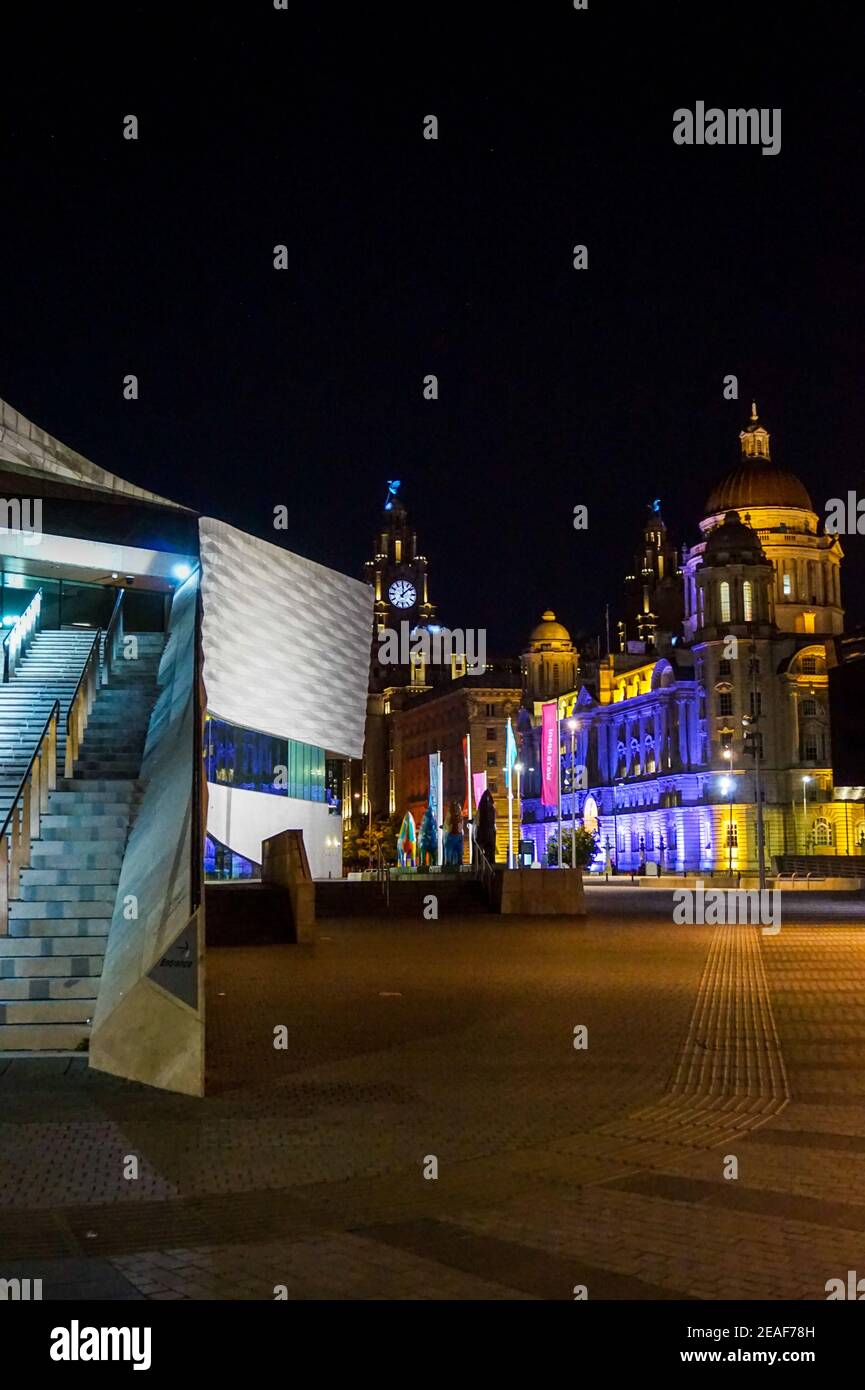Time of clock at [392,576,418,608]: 12:07
